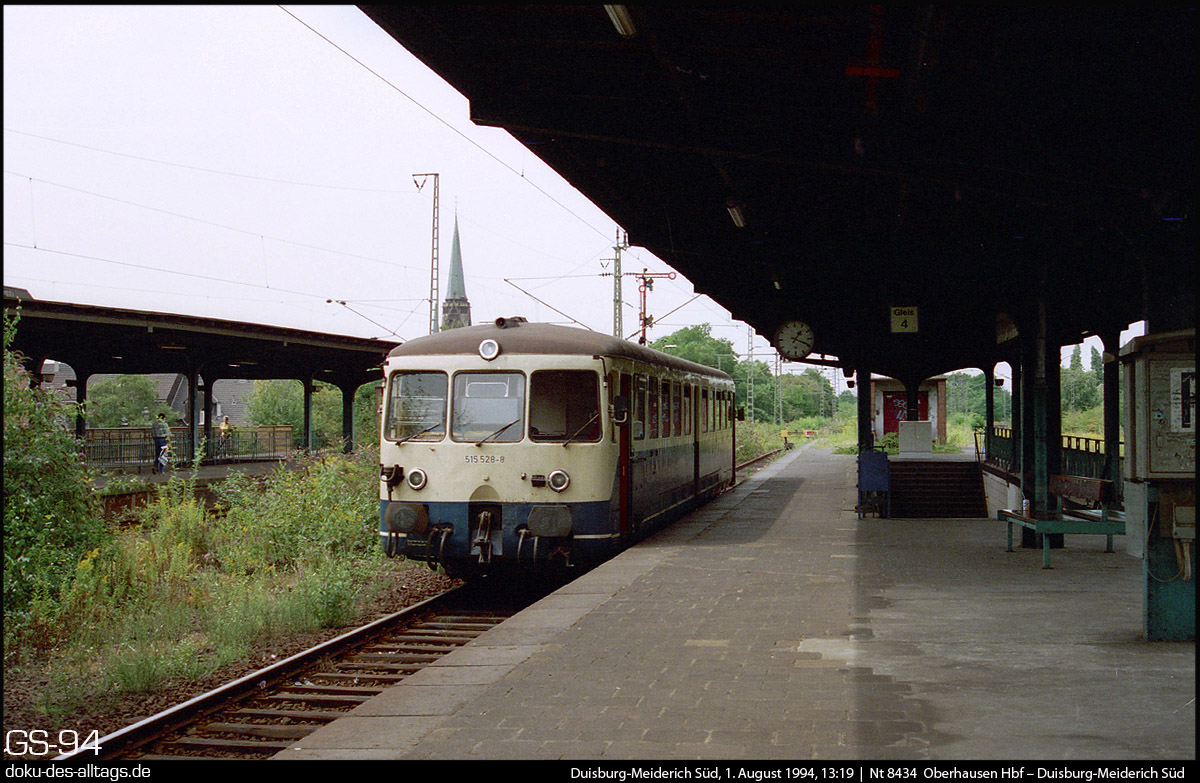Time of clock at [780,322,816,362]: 1:18
